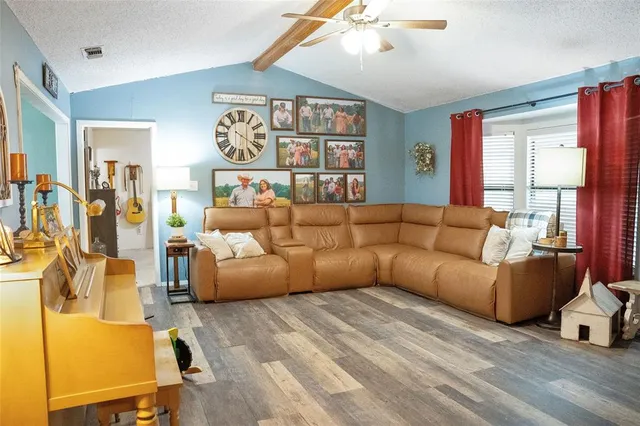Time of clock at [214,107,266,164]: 6:20
